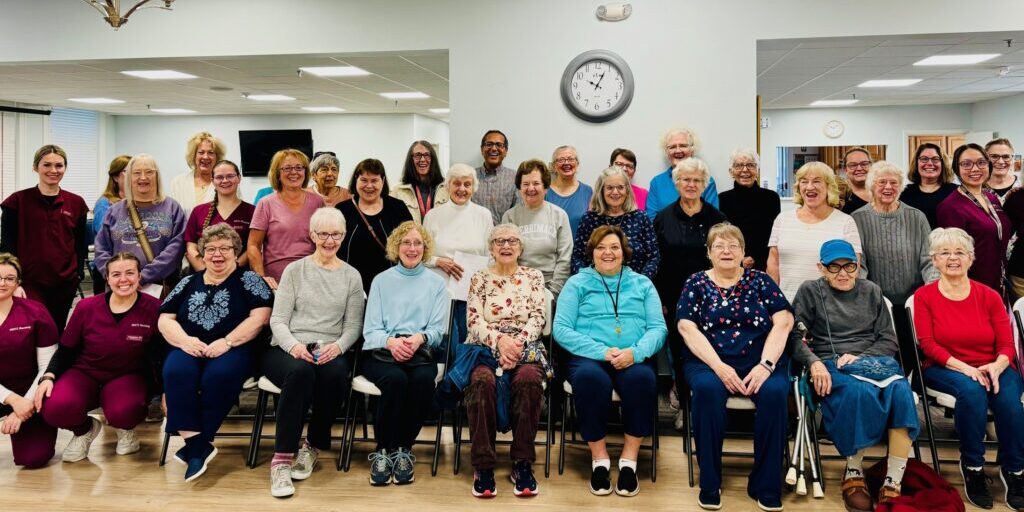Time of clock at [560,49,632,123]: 10:04
